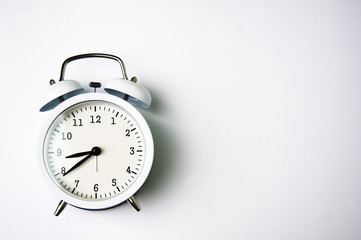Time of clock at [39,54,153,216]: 8:38
